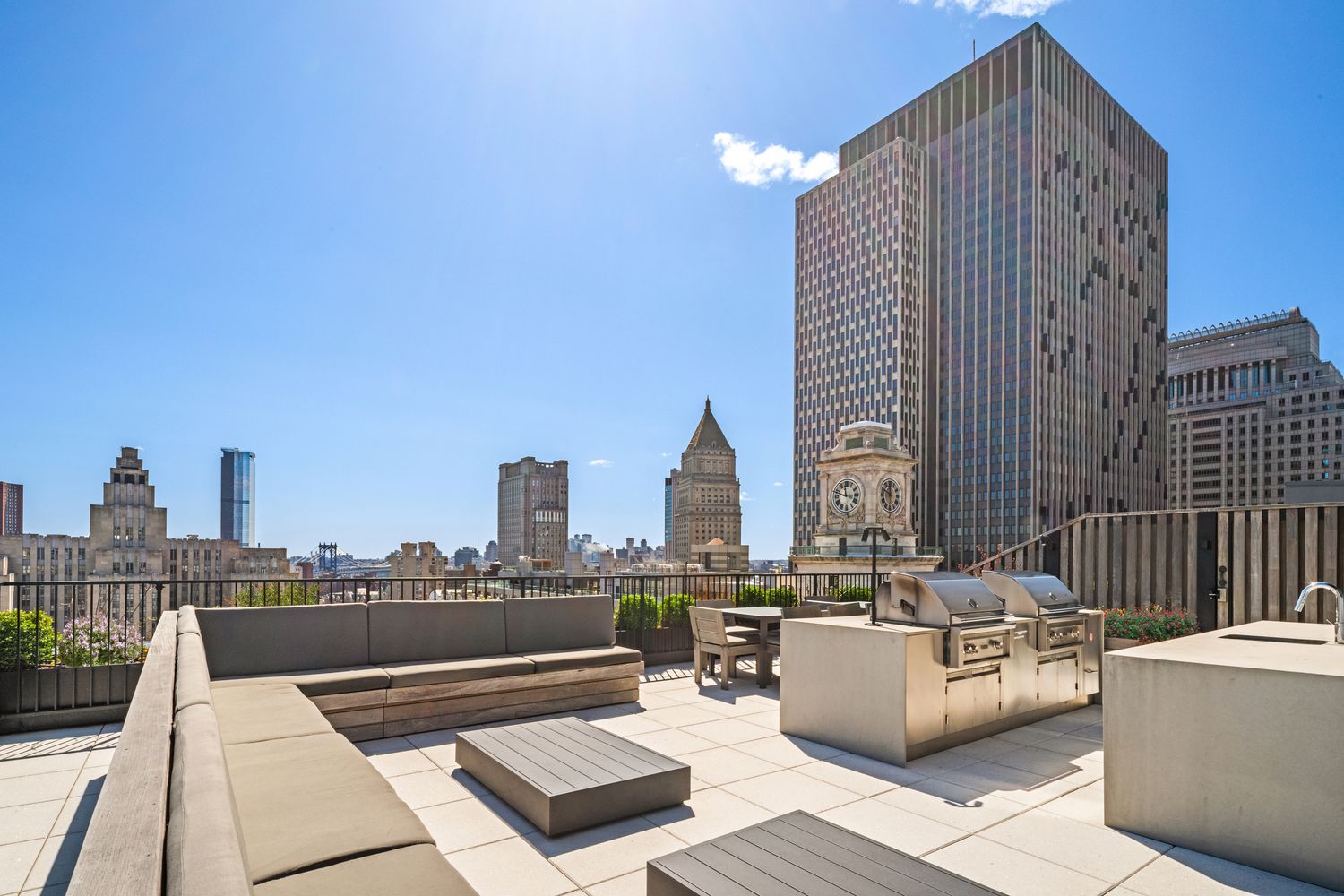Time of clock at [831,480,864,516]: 11:48
